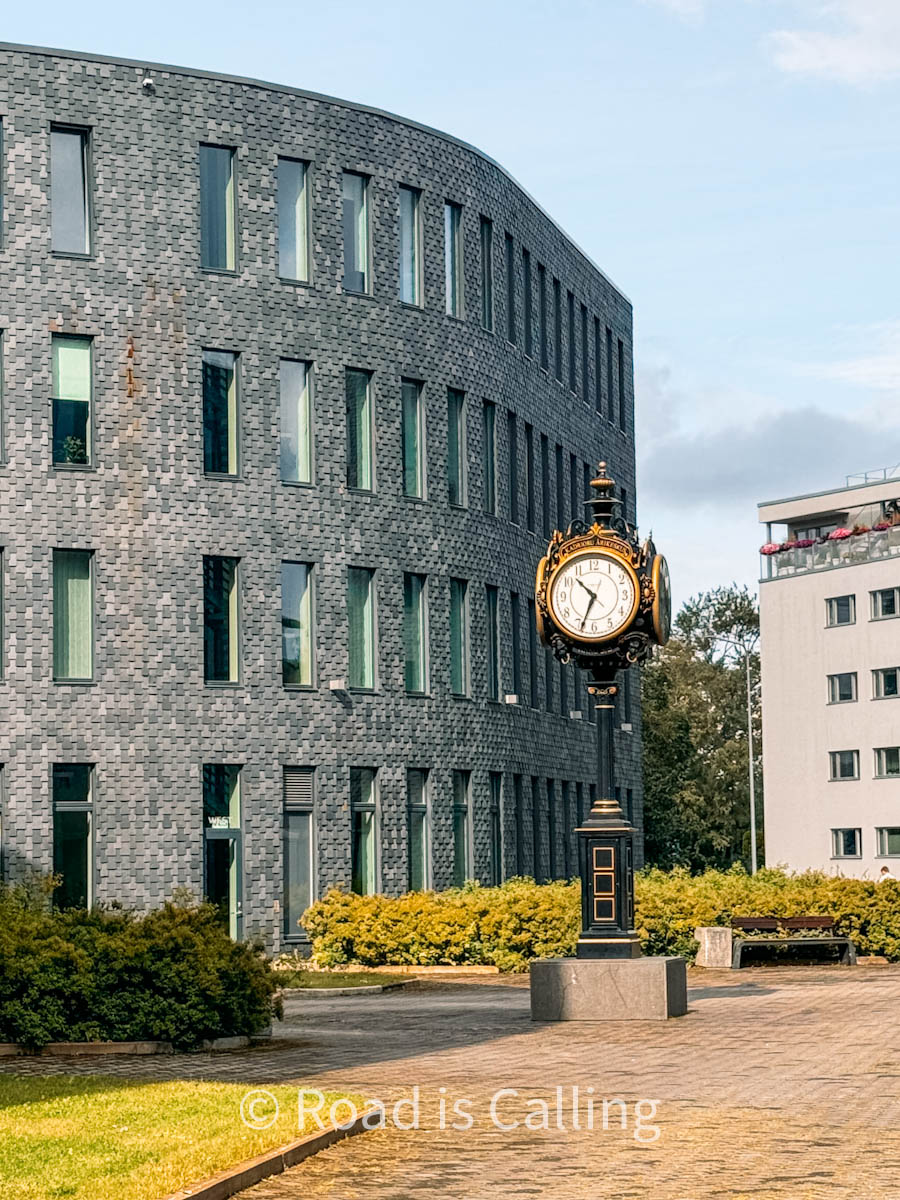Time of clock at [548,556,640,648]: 10:34
